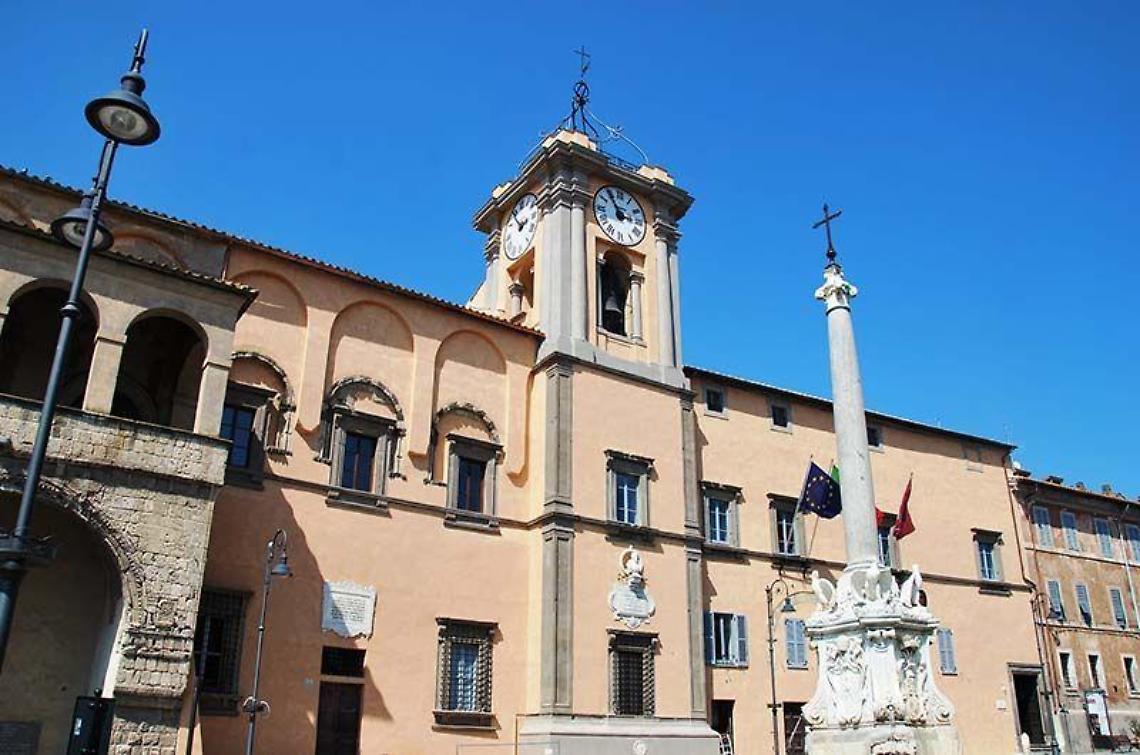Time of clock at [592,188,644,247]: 2:53
